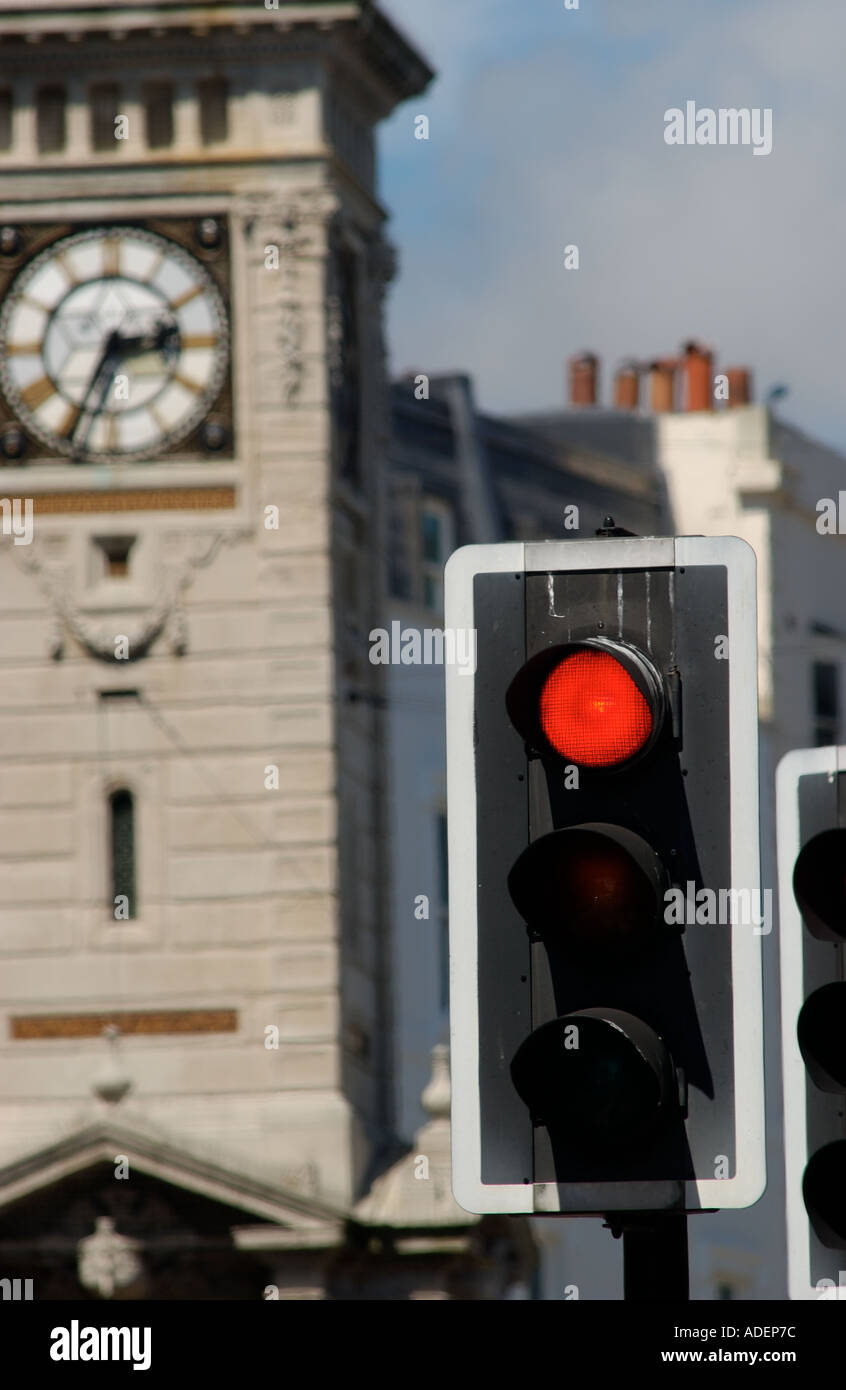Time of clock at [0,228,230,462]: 2:34
